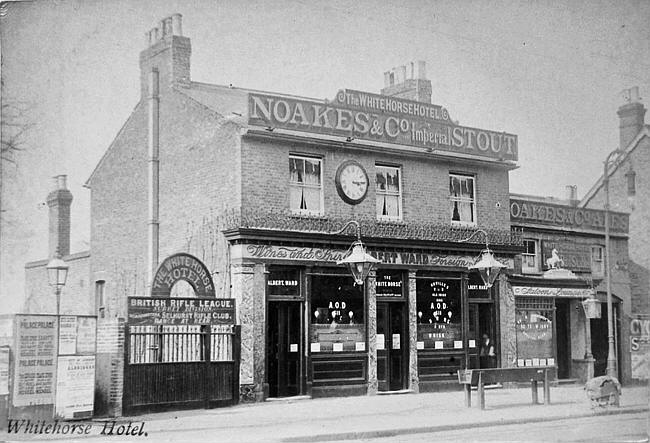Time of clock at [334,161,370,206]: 3:14
